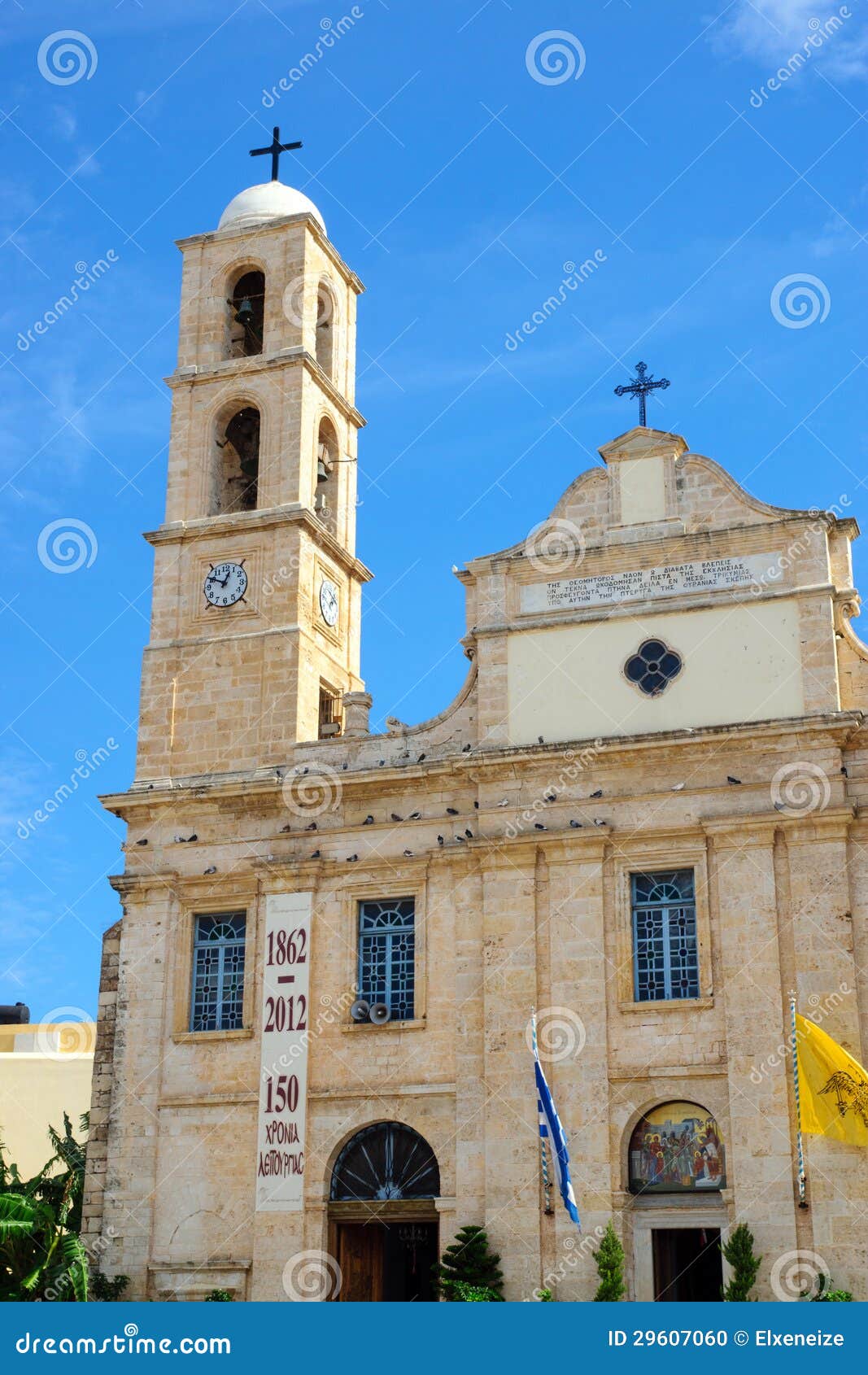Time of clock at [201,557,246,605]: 12:50
